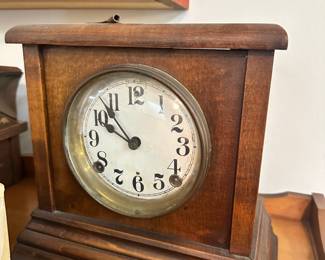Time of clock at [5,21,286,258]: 9:53
